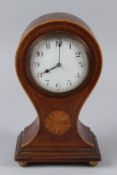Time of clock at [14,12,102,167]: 8:00
